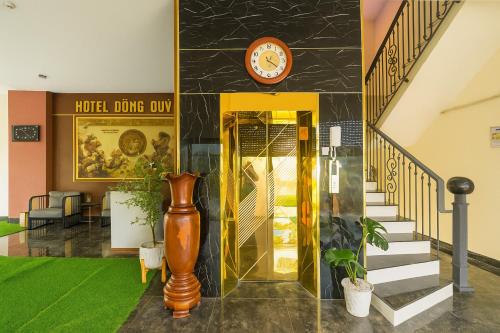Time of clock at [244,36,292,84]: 4:21
